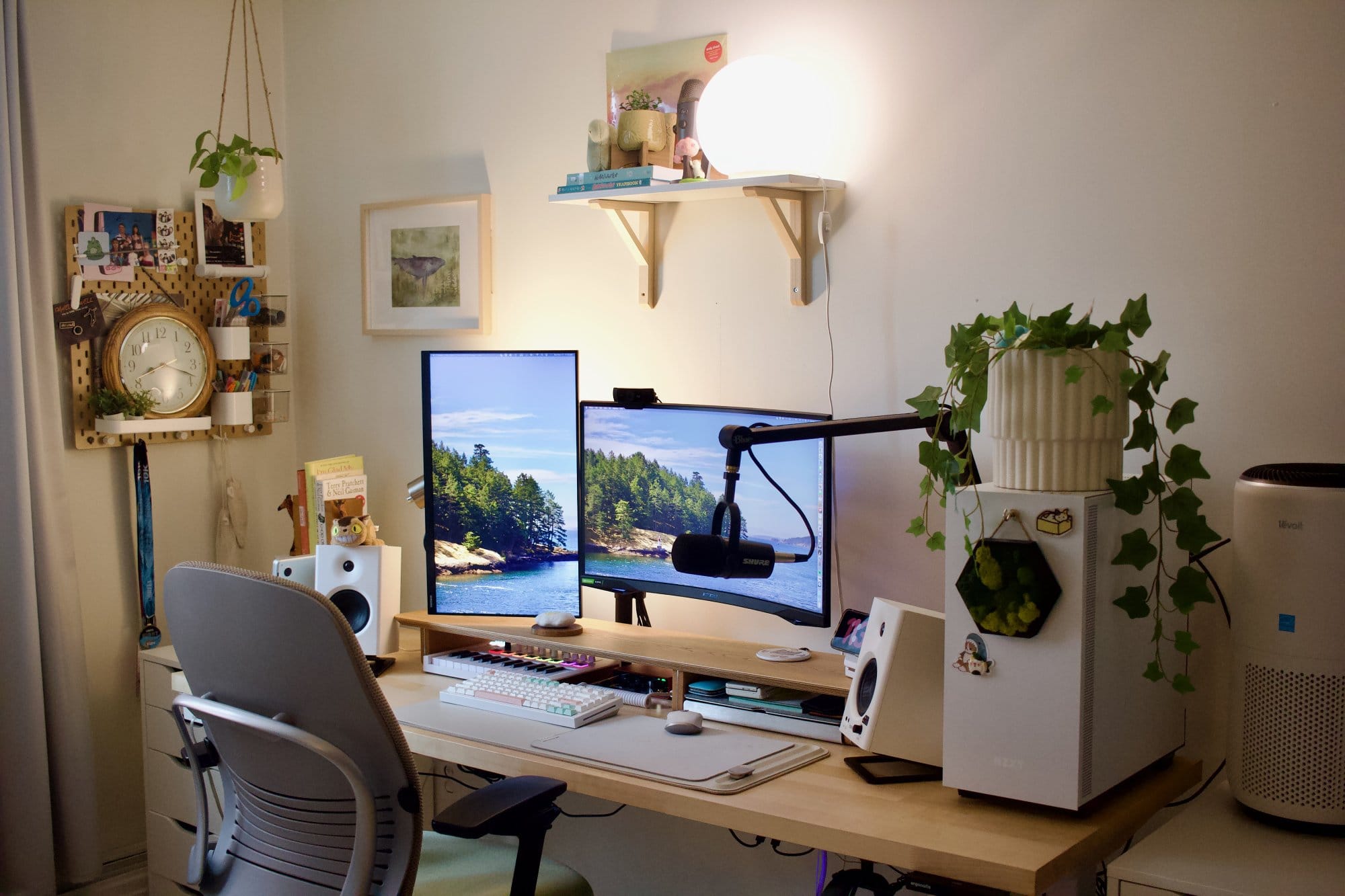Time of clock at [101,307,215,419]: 8:18
